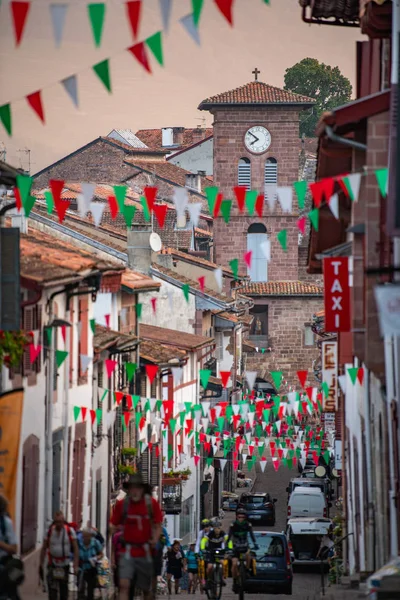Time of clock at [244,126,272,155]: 7:51
